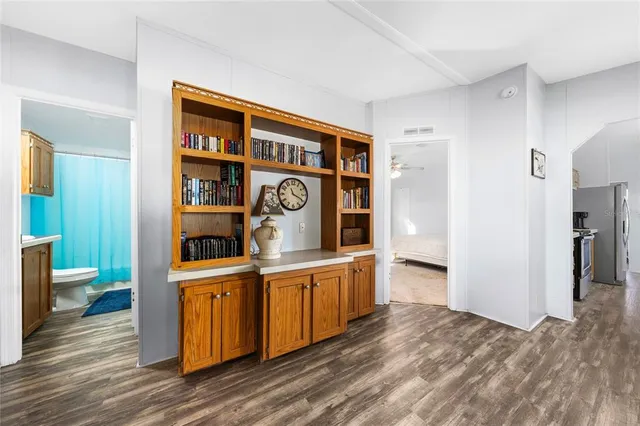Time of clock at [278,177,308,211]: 11:19
